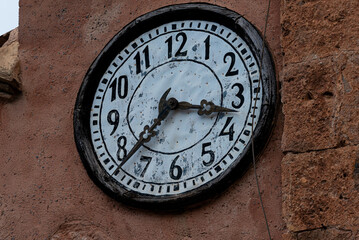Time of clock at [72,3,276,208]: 3:37
